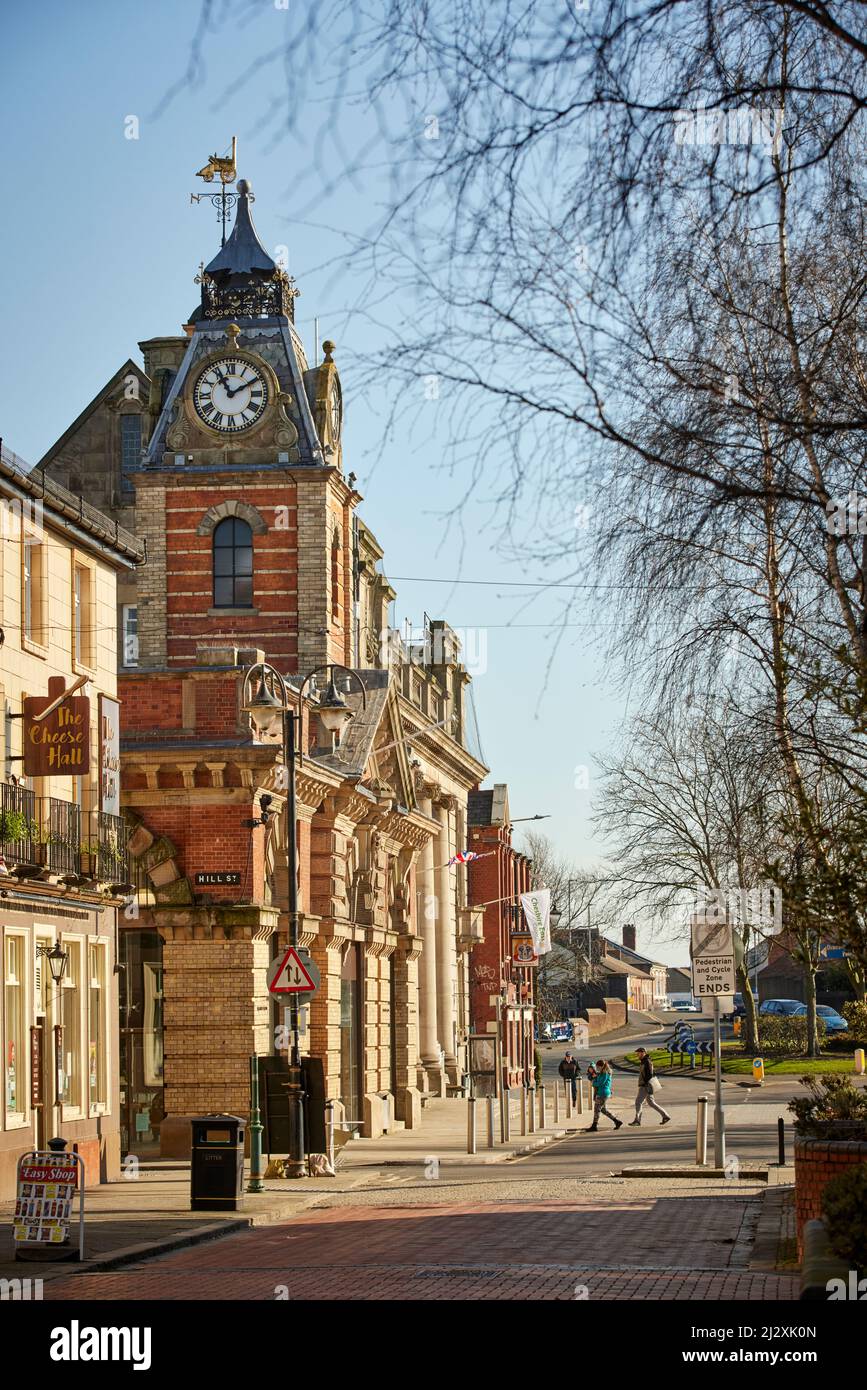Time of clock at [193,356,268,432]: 11:09
